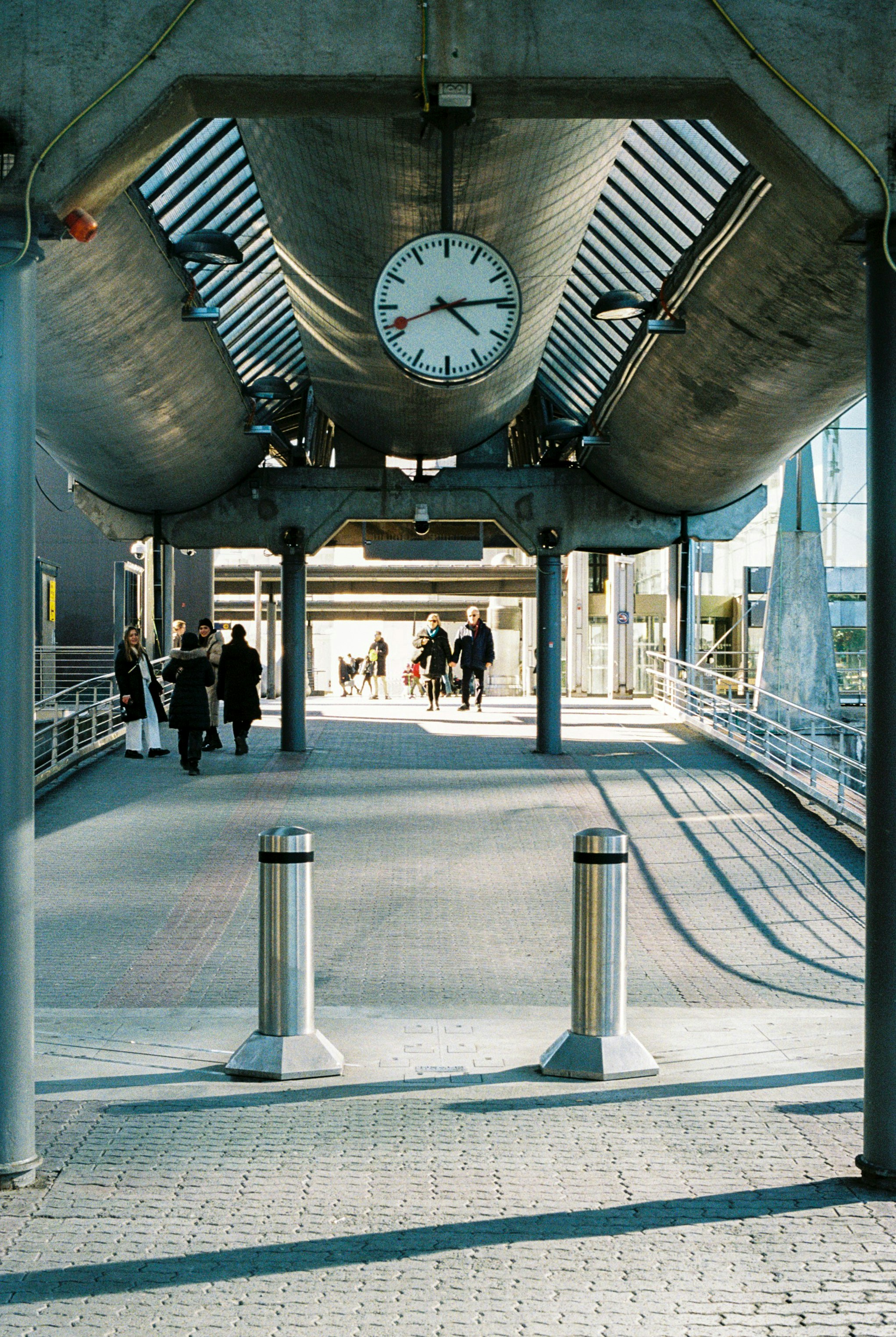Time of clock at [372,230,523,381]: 4:13
